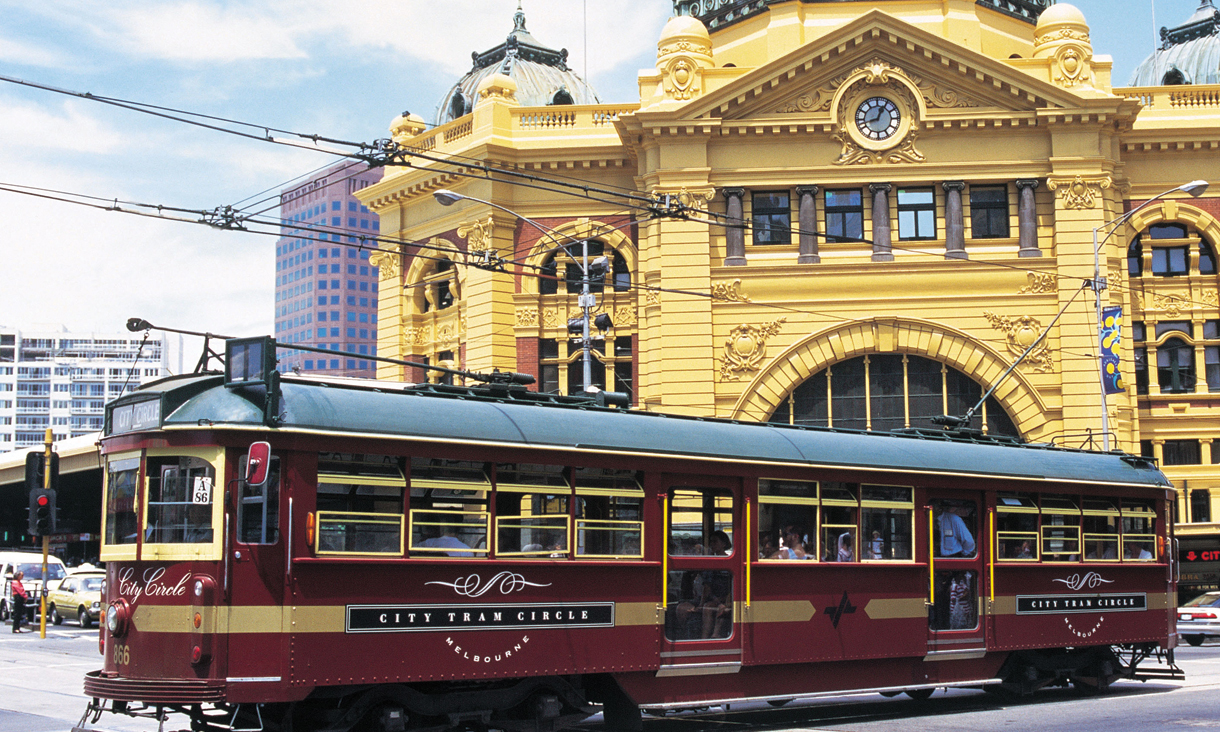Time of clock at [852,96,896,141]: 12:42
